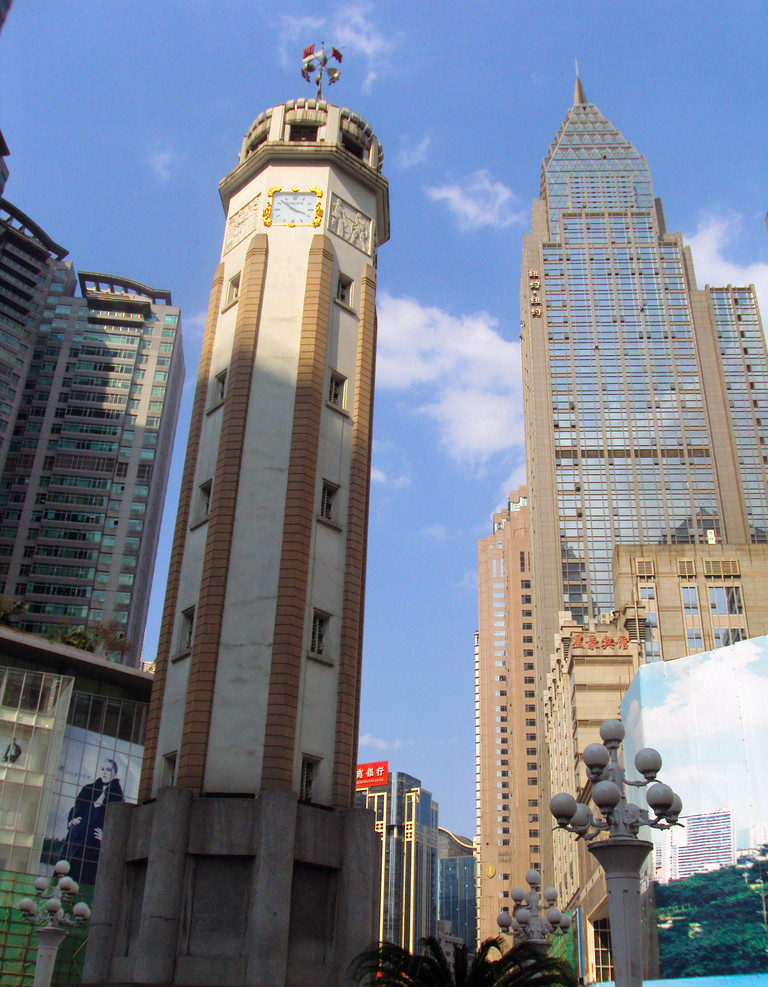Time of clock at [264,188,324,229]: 3:52
